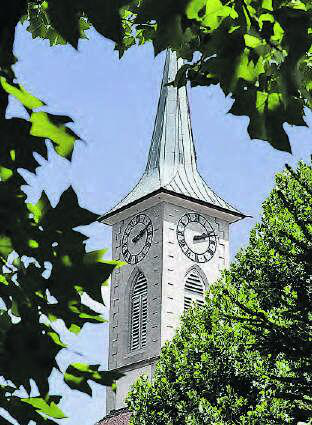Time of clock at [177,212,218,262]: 2:11
